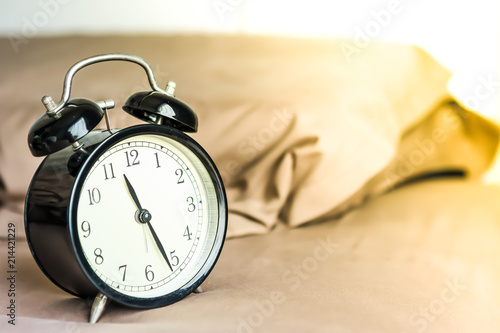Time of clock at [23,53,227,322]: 11:26
